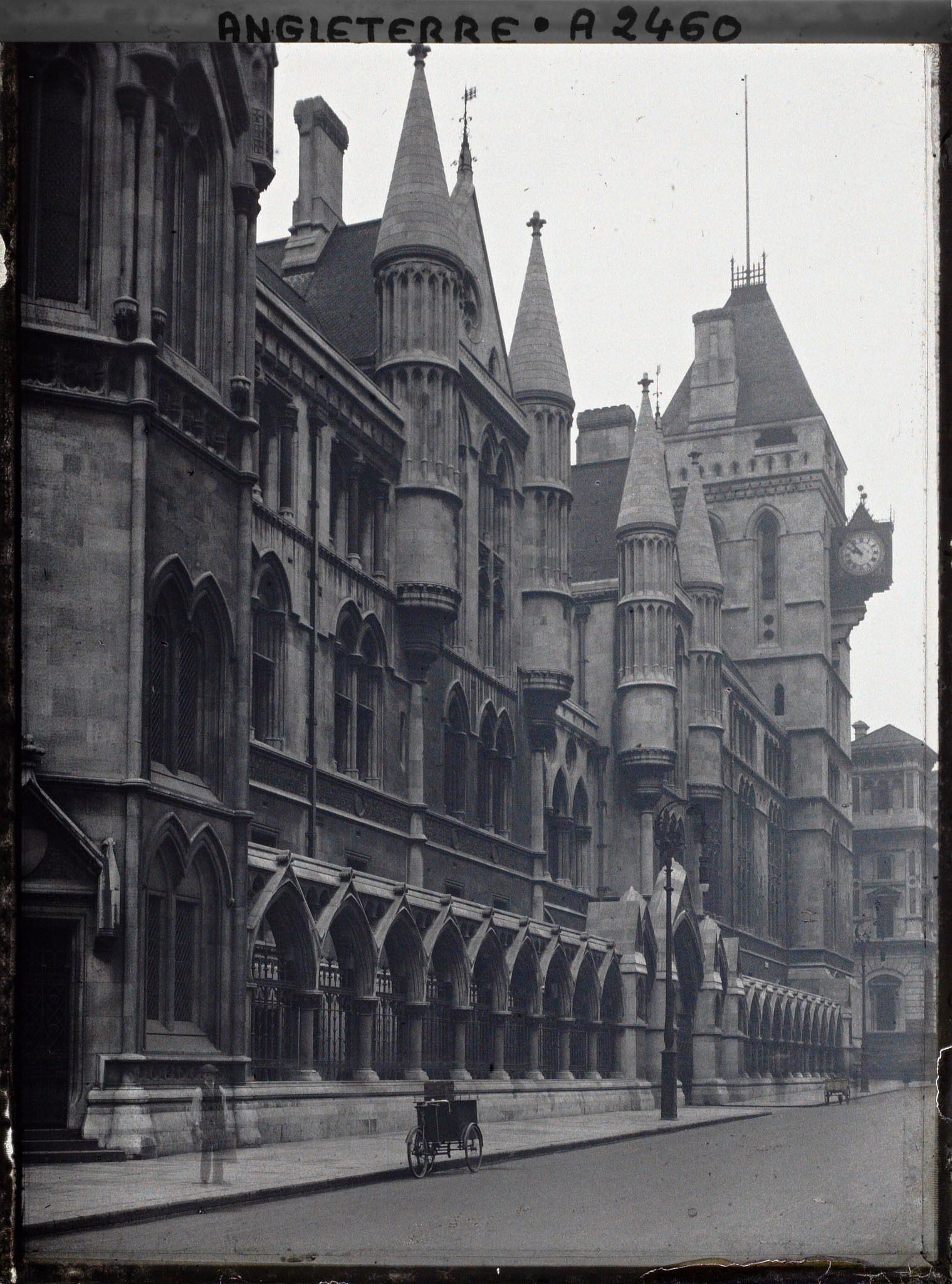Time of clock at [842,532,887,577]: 9:53
